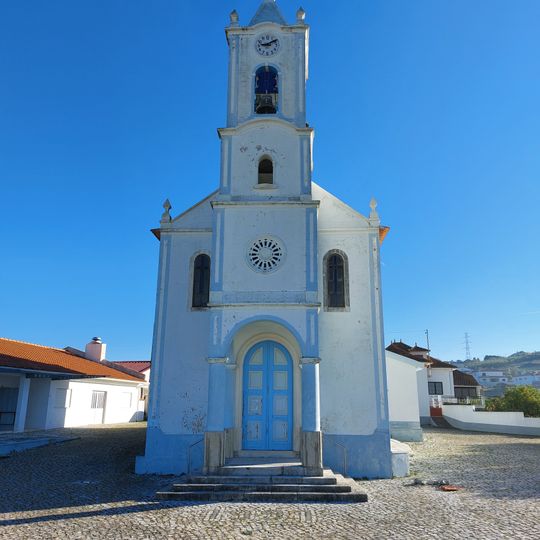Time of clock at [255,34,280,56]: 9:10
